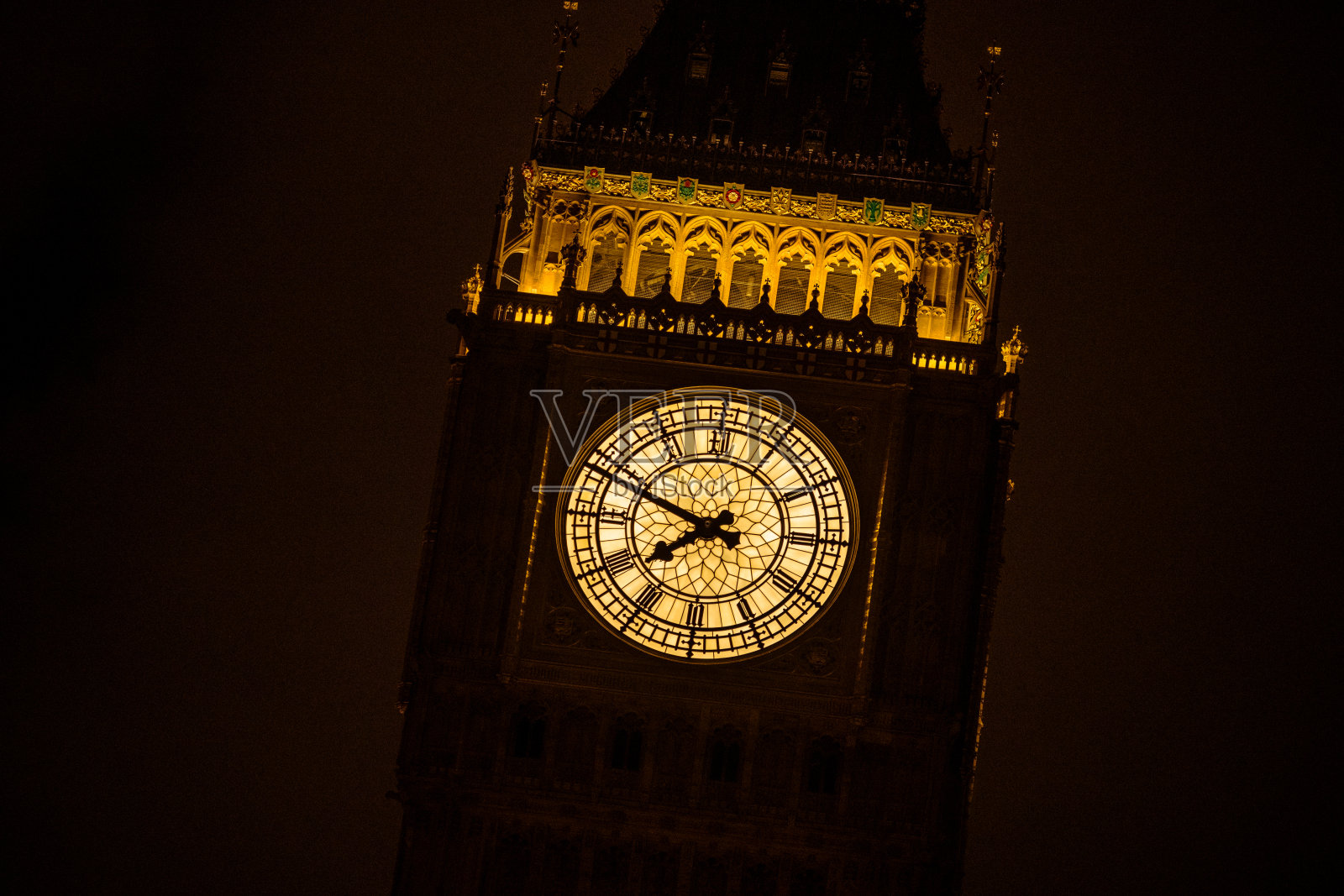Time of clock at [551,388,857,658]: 7:48
